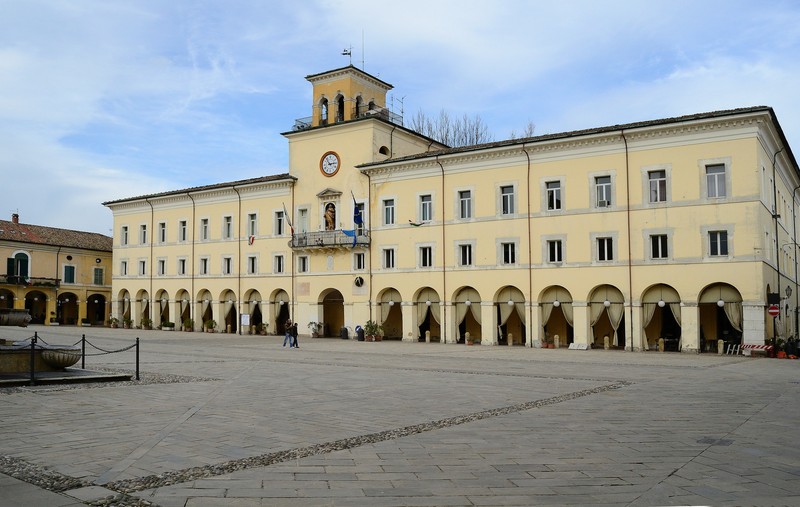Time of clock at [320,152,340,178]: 2:53
